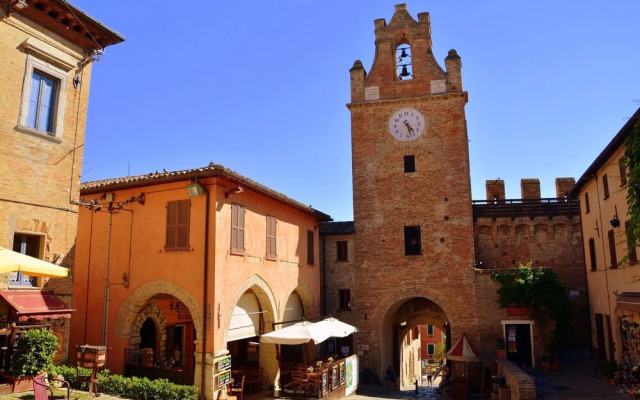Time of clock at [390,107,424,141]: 4:27
